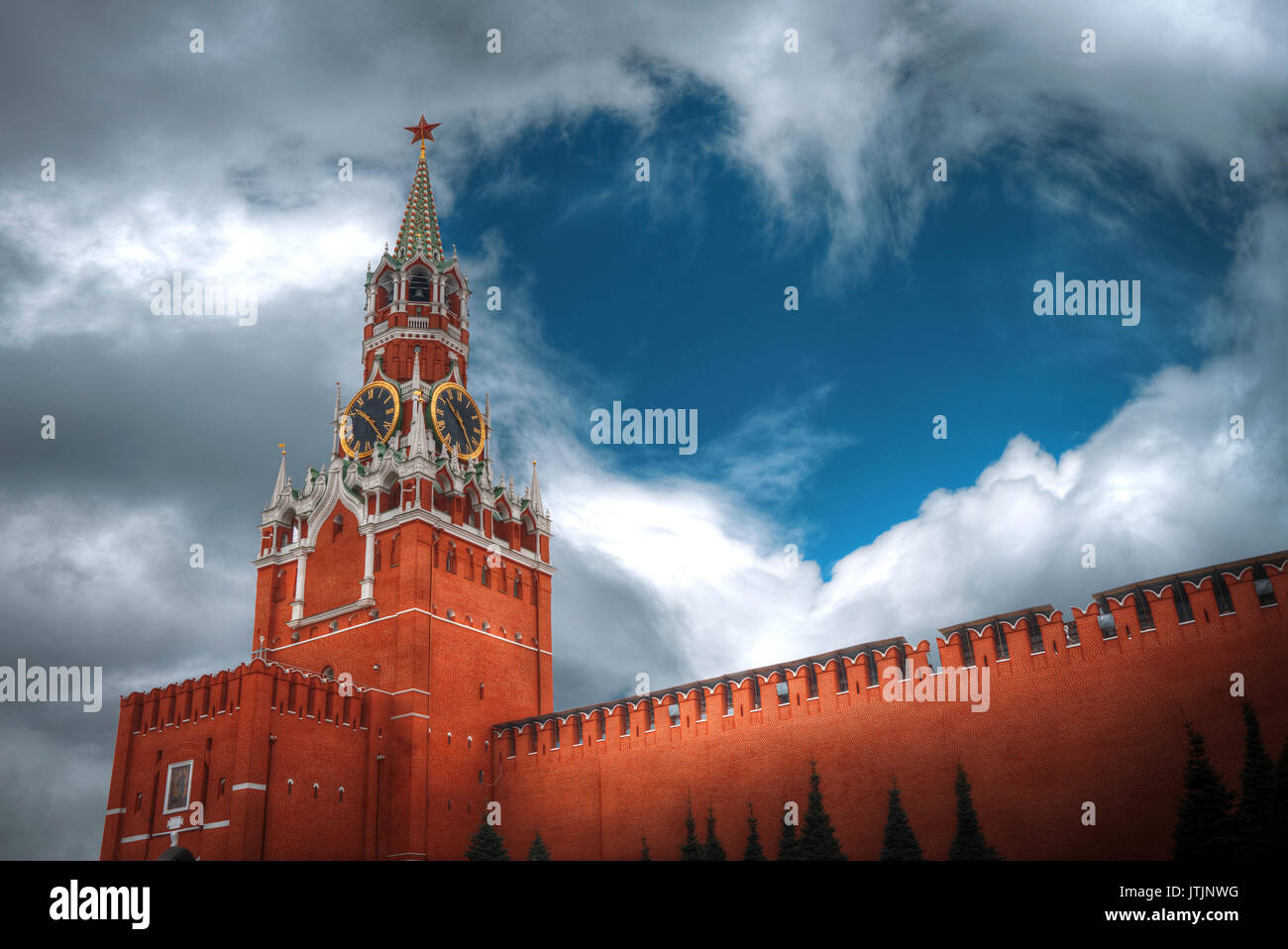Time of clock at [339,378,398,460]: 10:23
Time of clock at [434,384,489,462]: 10:24
